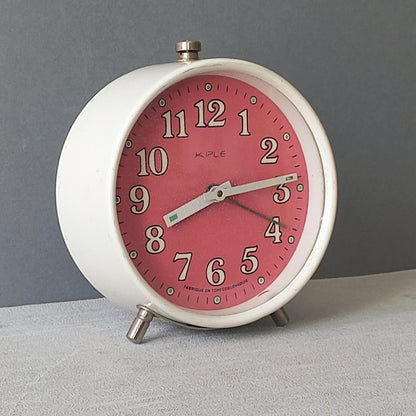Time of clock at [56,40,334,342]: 8:14
